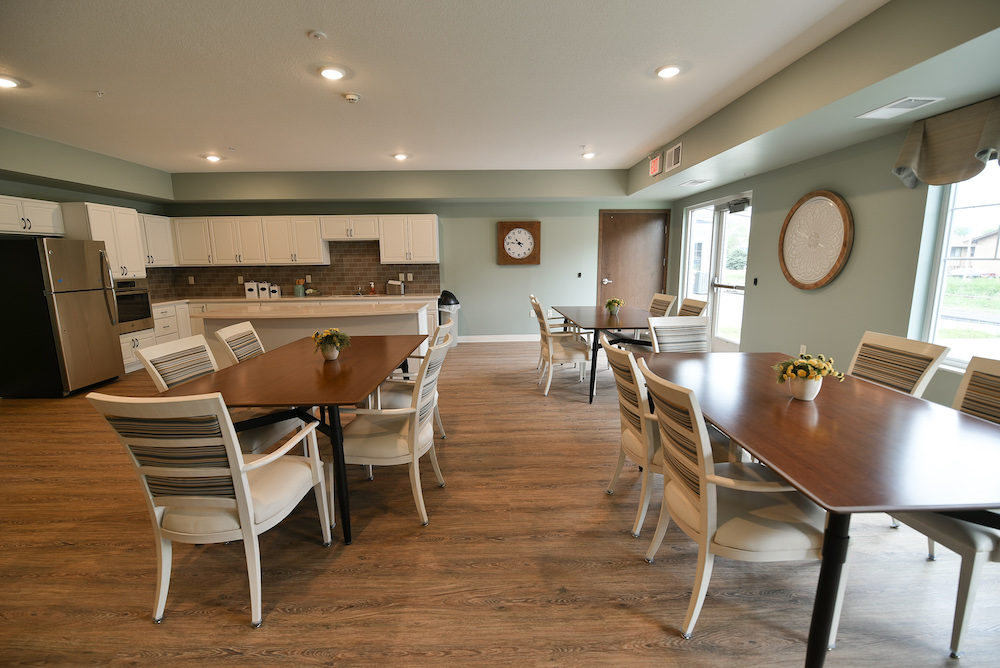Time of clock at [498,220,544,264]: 10:46
